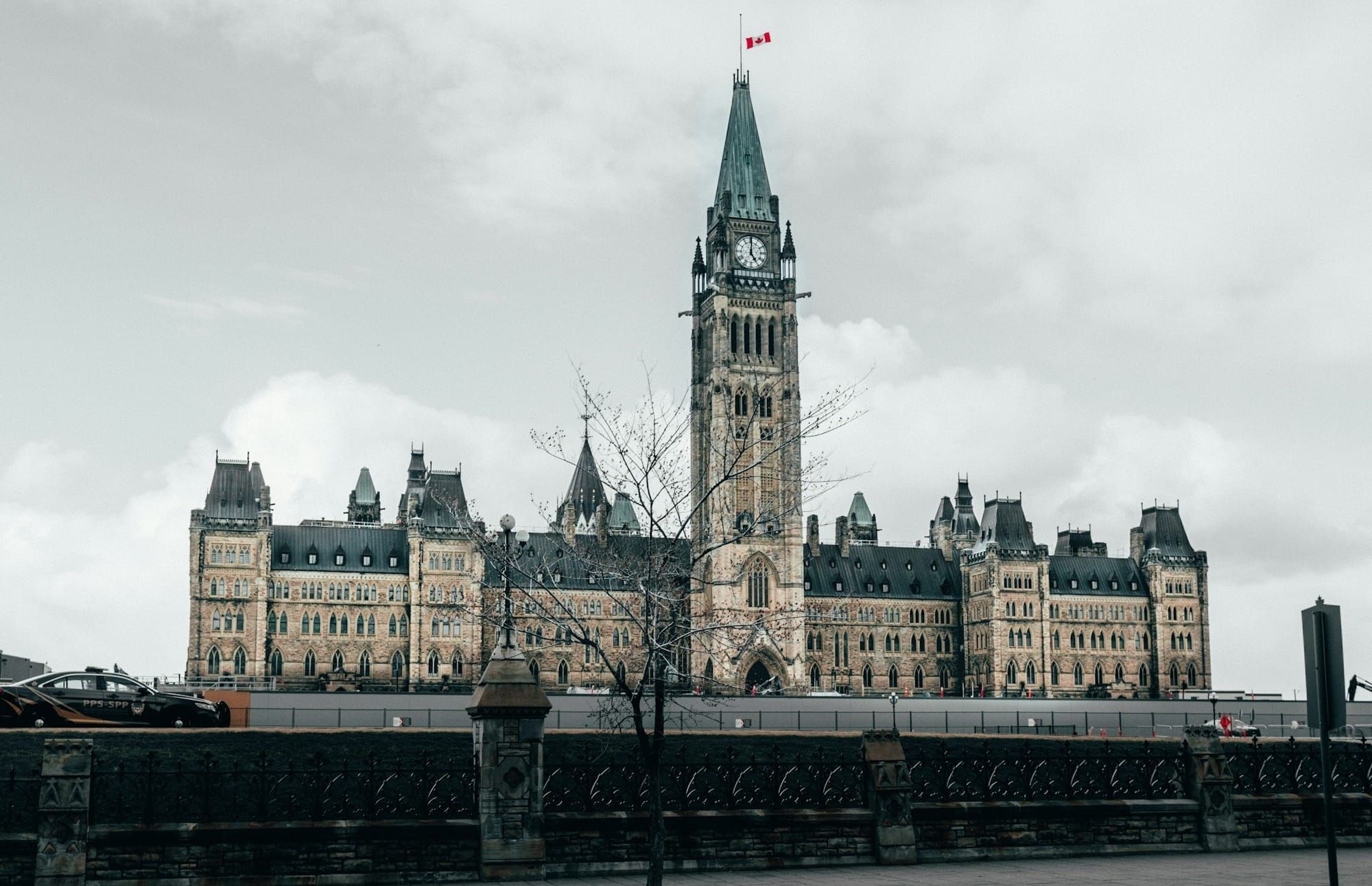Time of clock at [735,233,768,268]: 5:00
